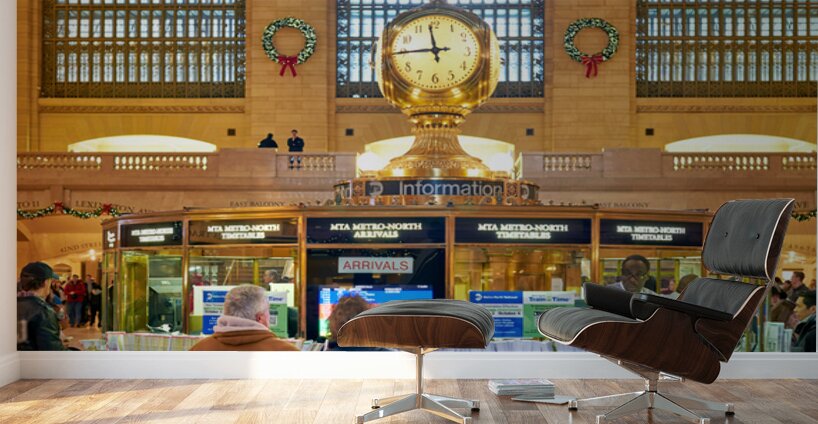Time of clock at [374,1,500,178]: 11:44
